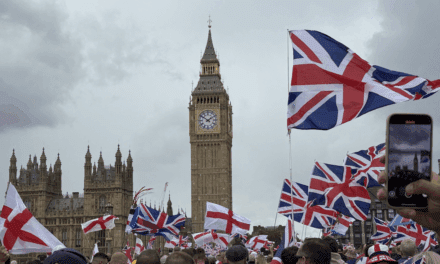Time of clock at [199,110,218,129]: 1:51
